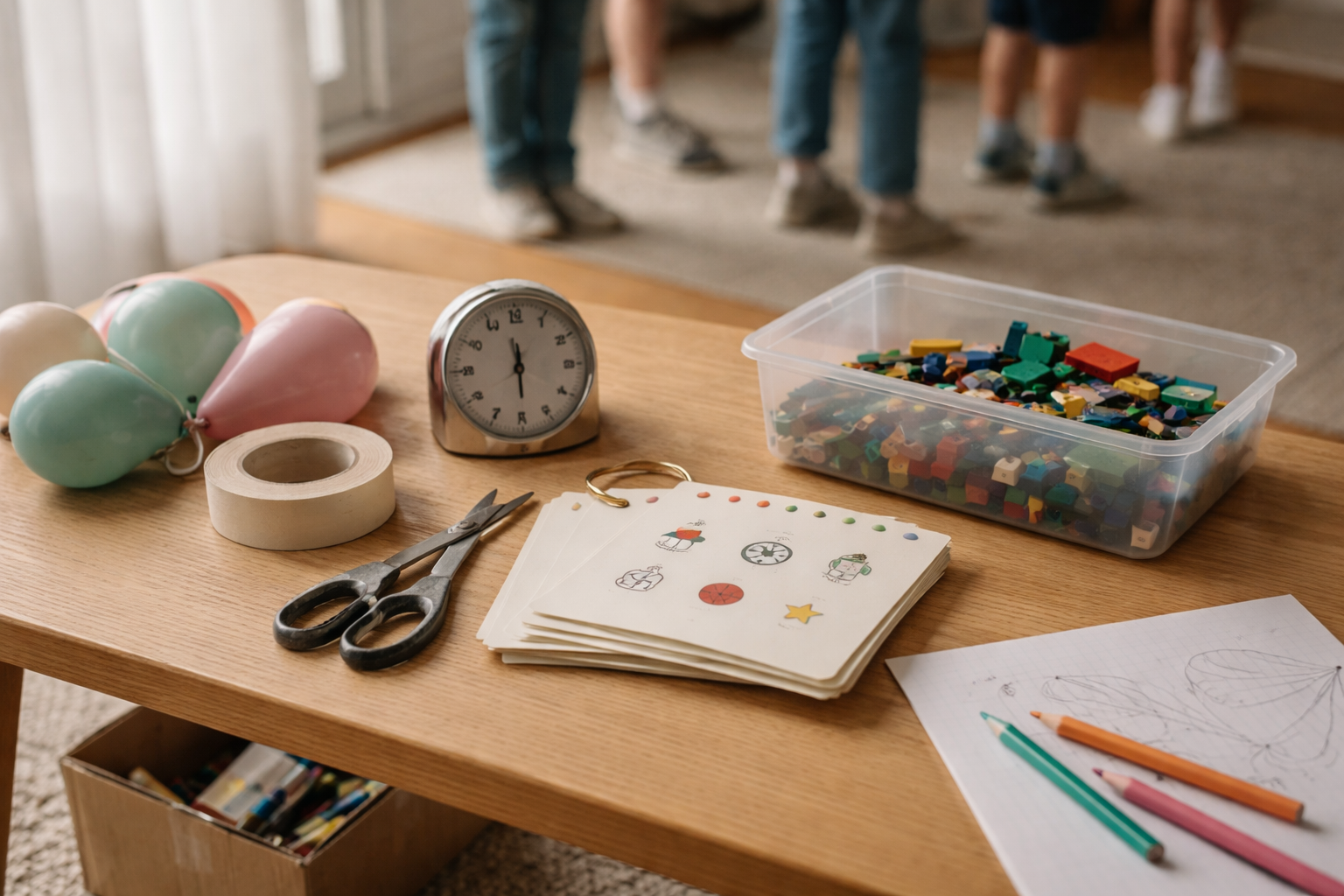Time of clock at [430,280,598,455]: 11:29
